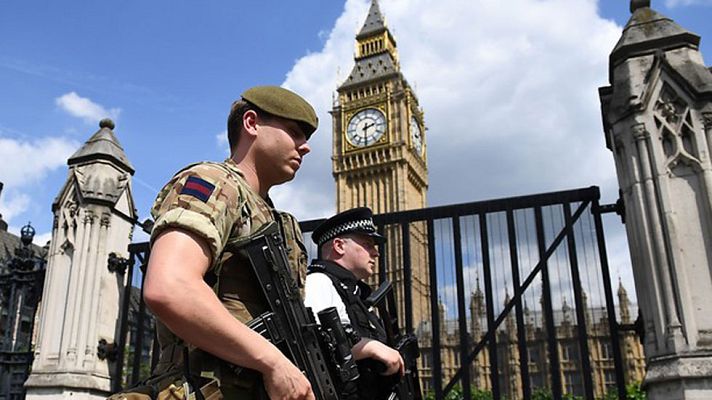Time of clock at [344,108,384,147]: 2:30
